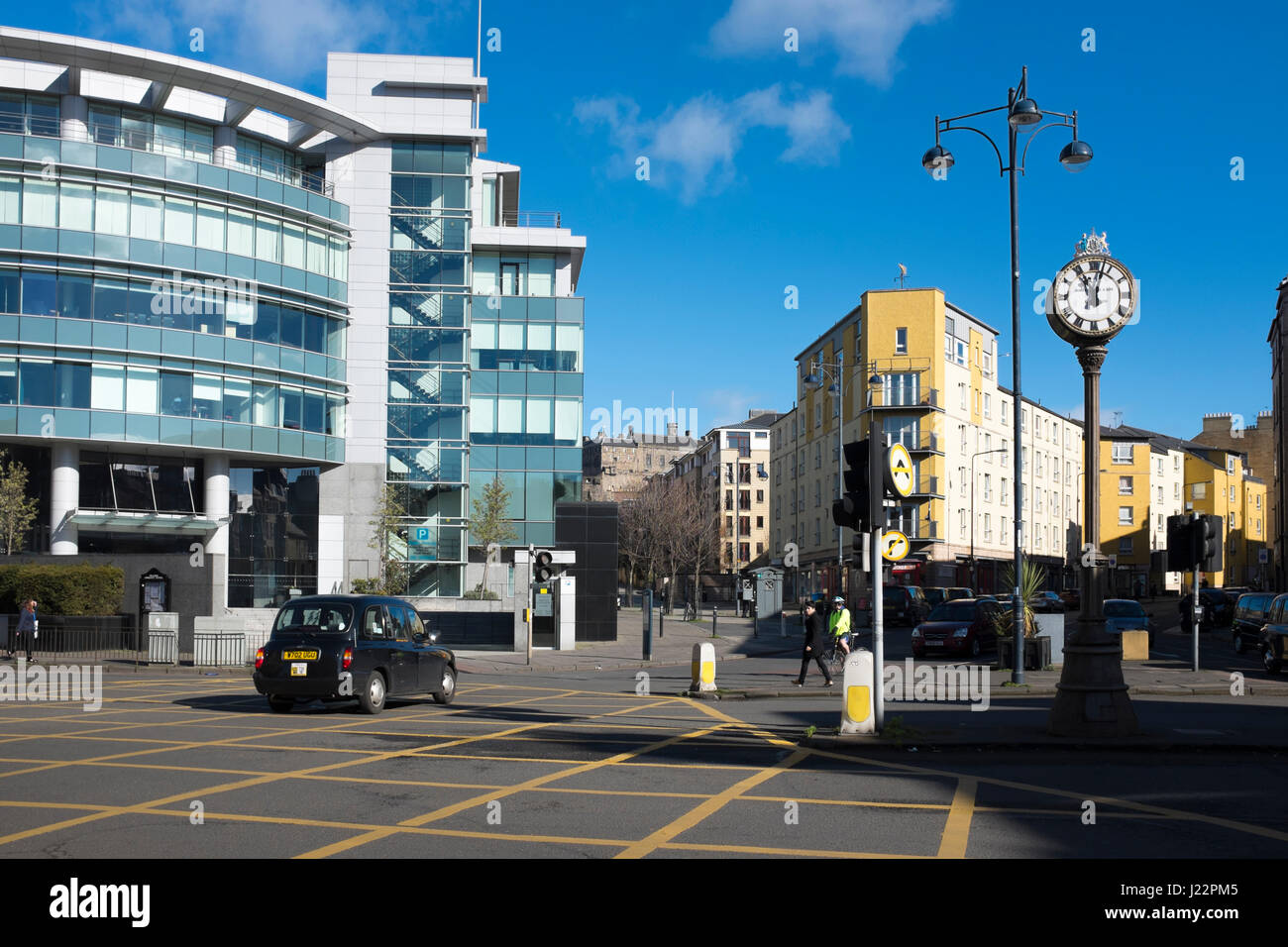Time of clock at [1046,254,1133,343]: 11:02
